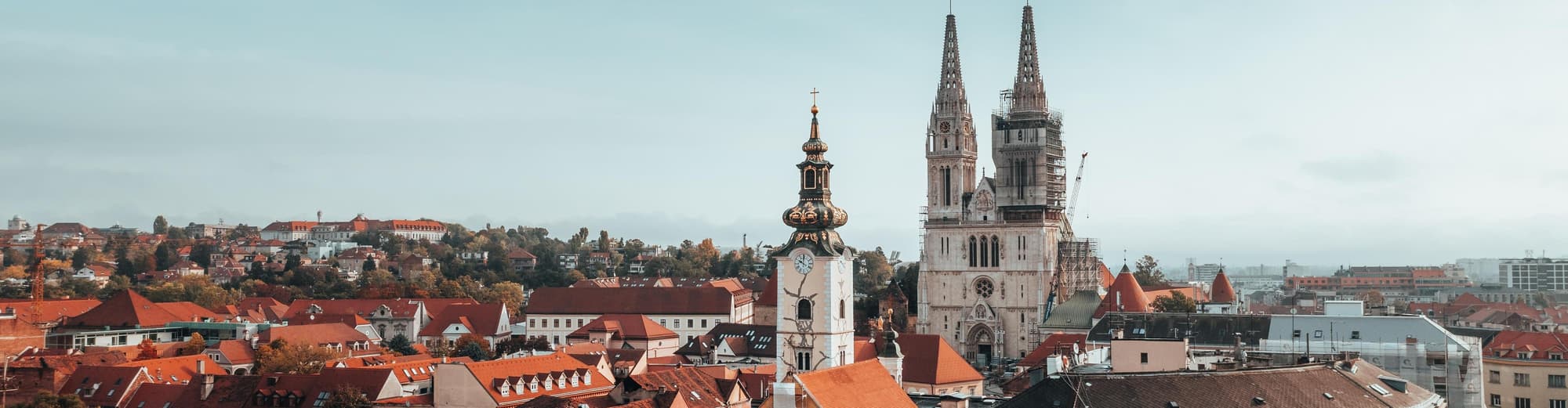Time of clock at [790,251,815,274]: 10:00
